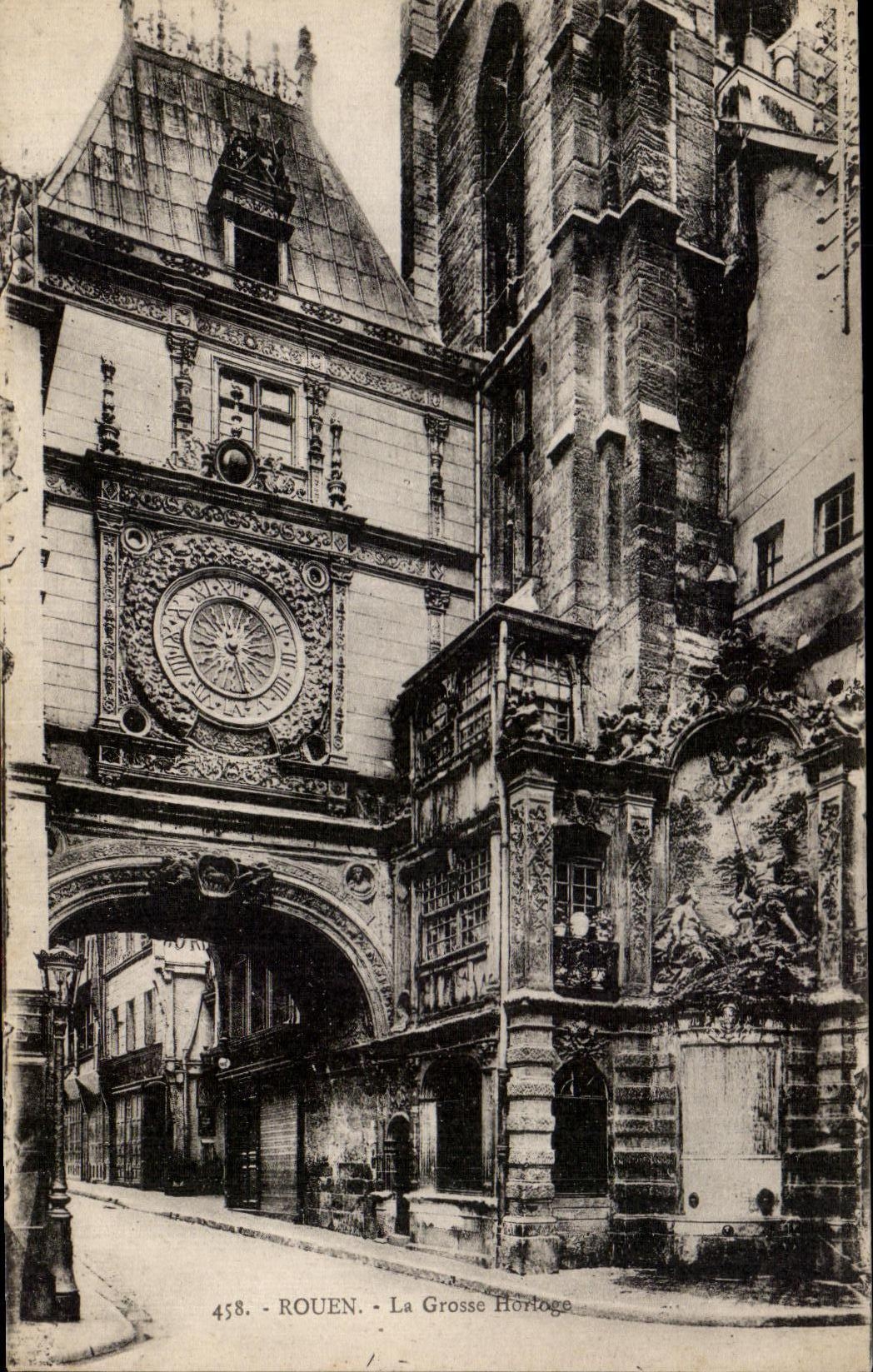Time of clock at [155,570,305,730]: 3:27
